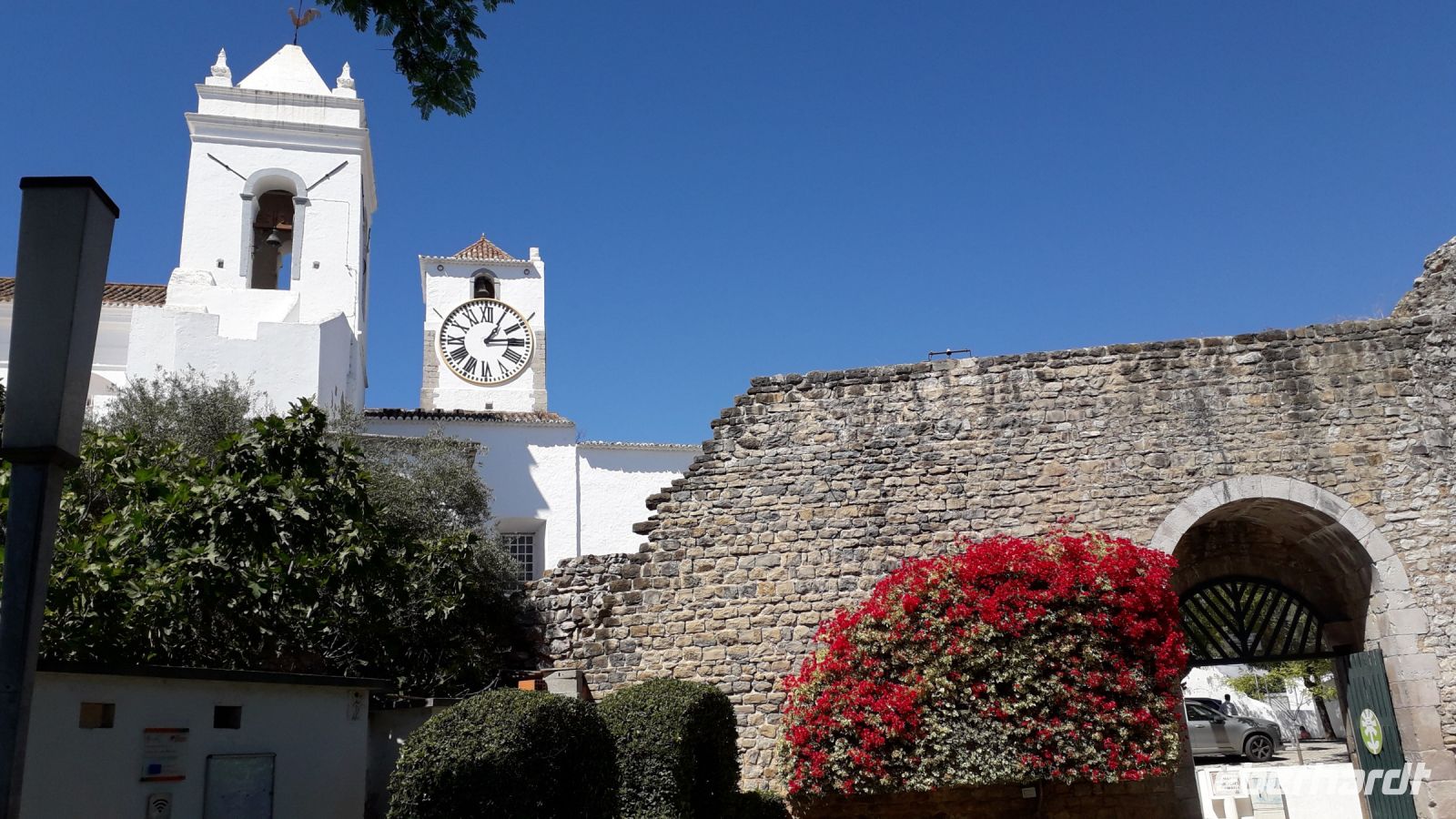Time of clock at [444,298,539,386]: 1:13
